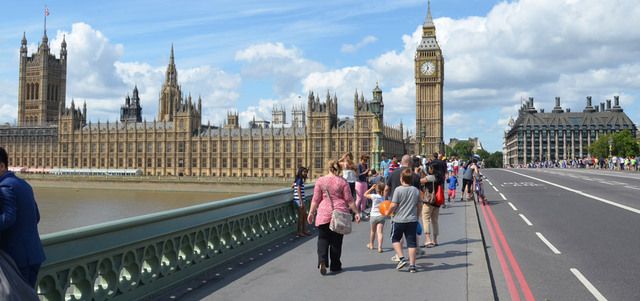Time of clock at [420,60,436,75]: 11:34
